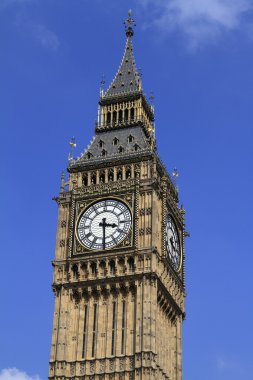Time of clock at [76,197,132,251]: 3:29
